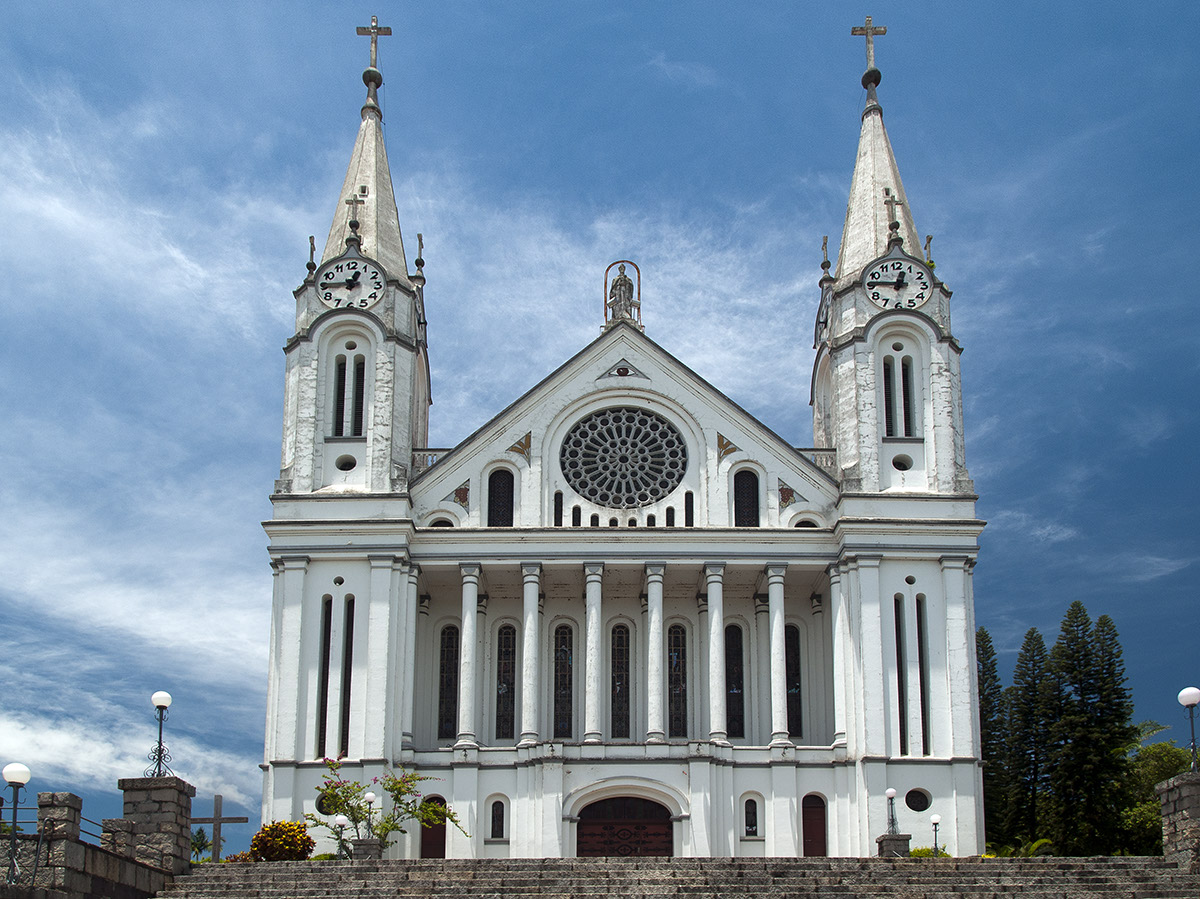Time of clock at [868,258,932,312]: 12:46
